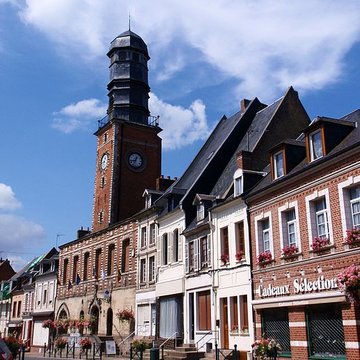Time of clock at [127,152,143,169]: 12:43
